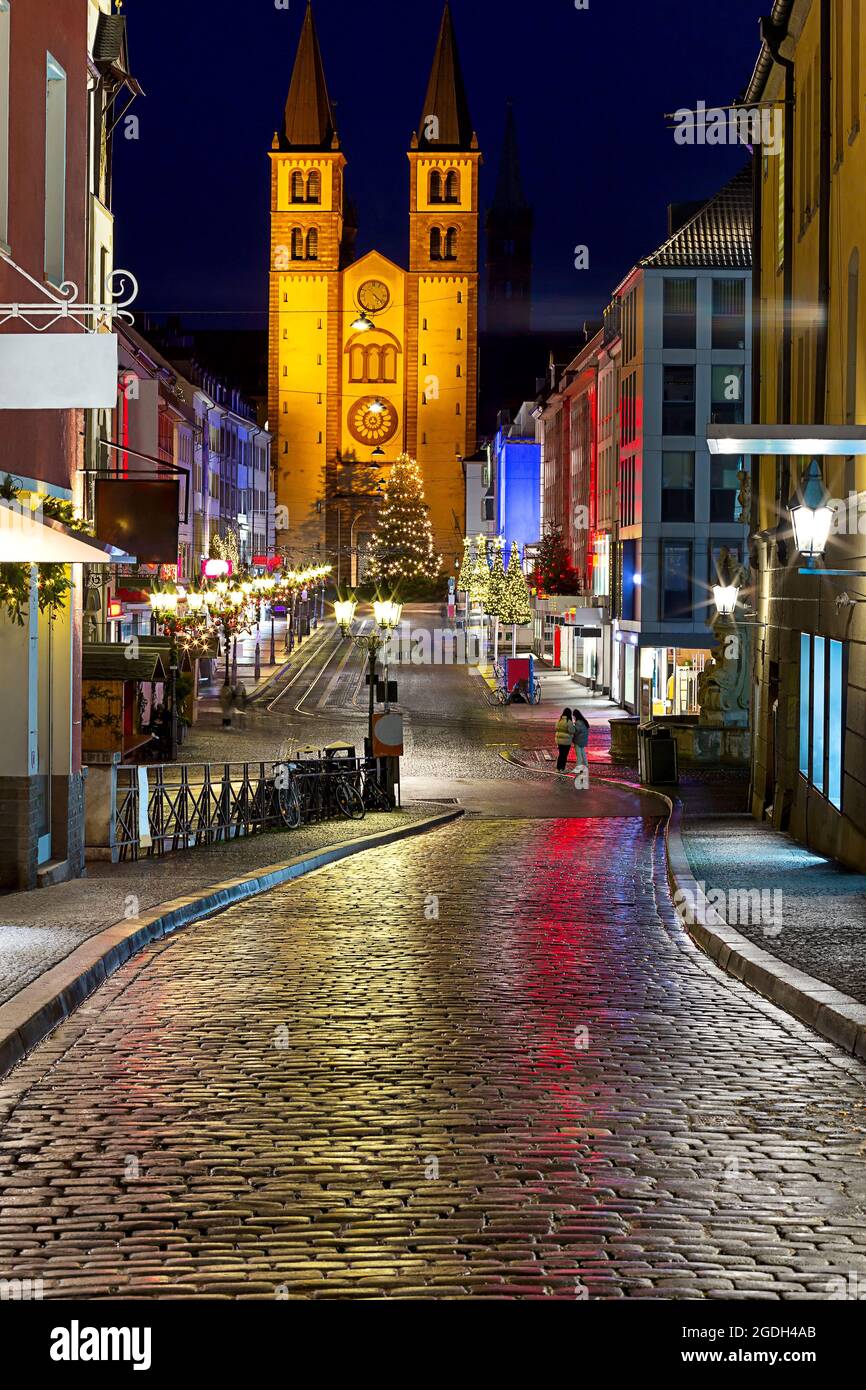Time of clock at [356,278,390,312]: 4:21
